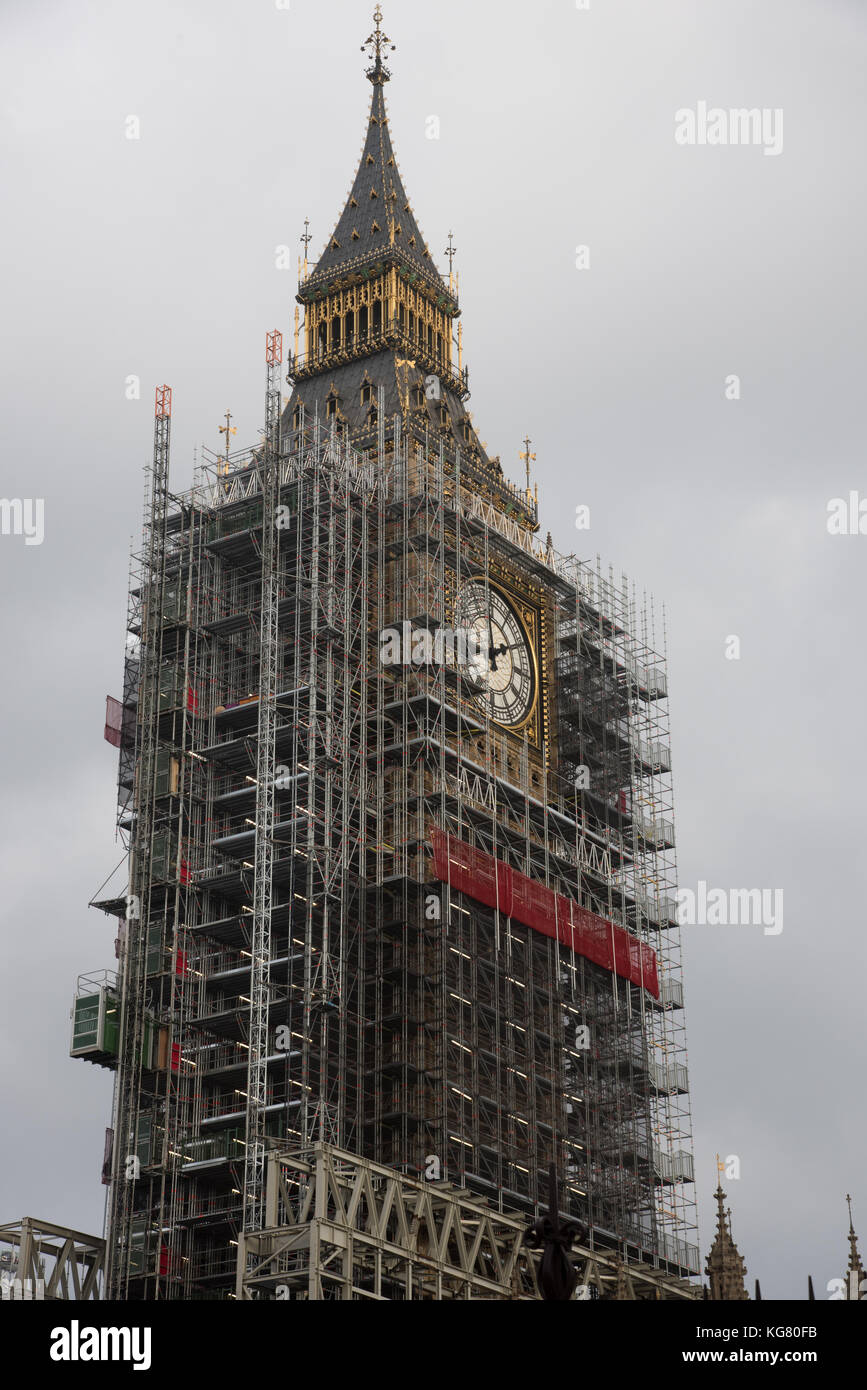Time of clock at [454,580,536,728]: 1:59
